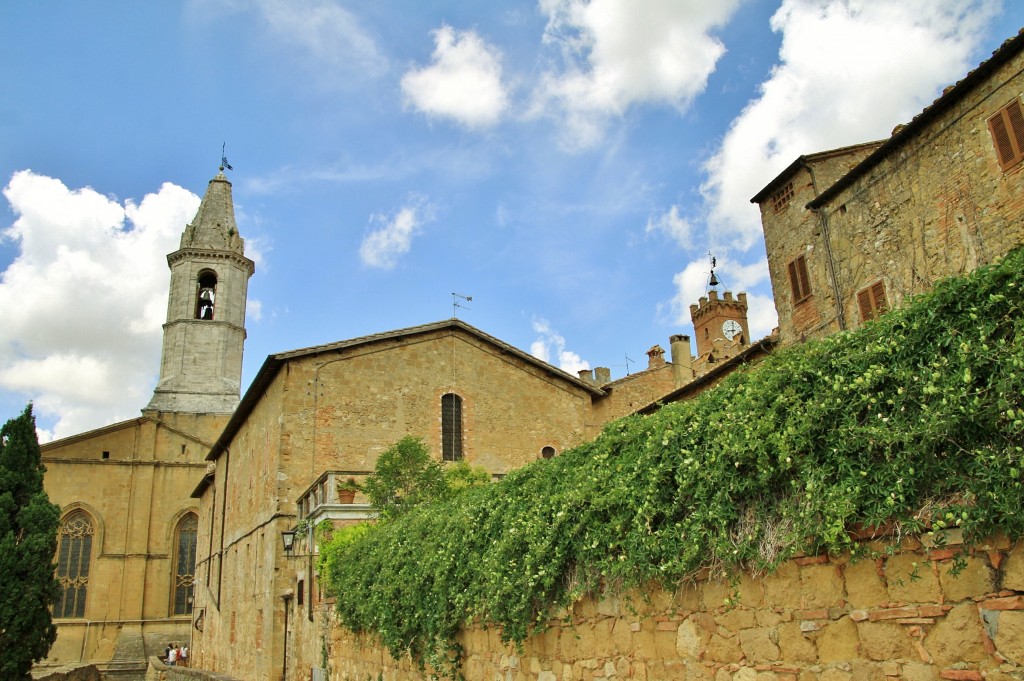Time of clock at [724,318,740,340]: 9:01
